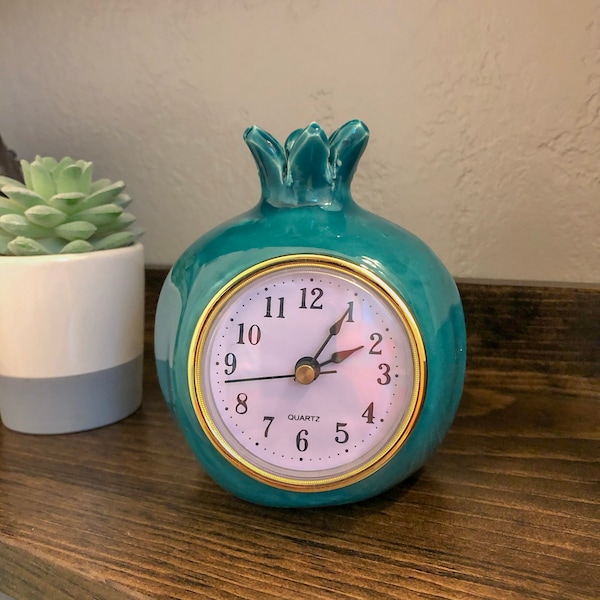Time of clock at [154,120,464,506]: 2:04
